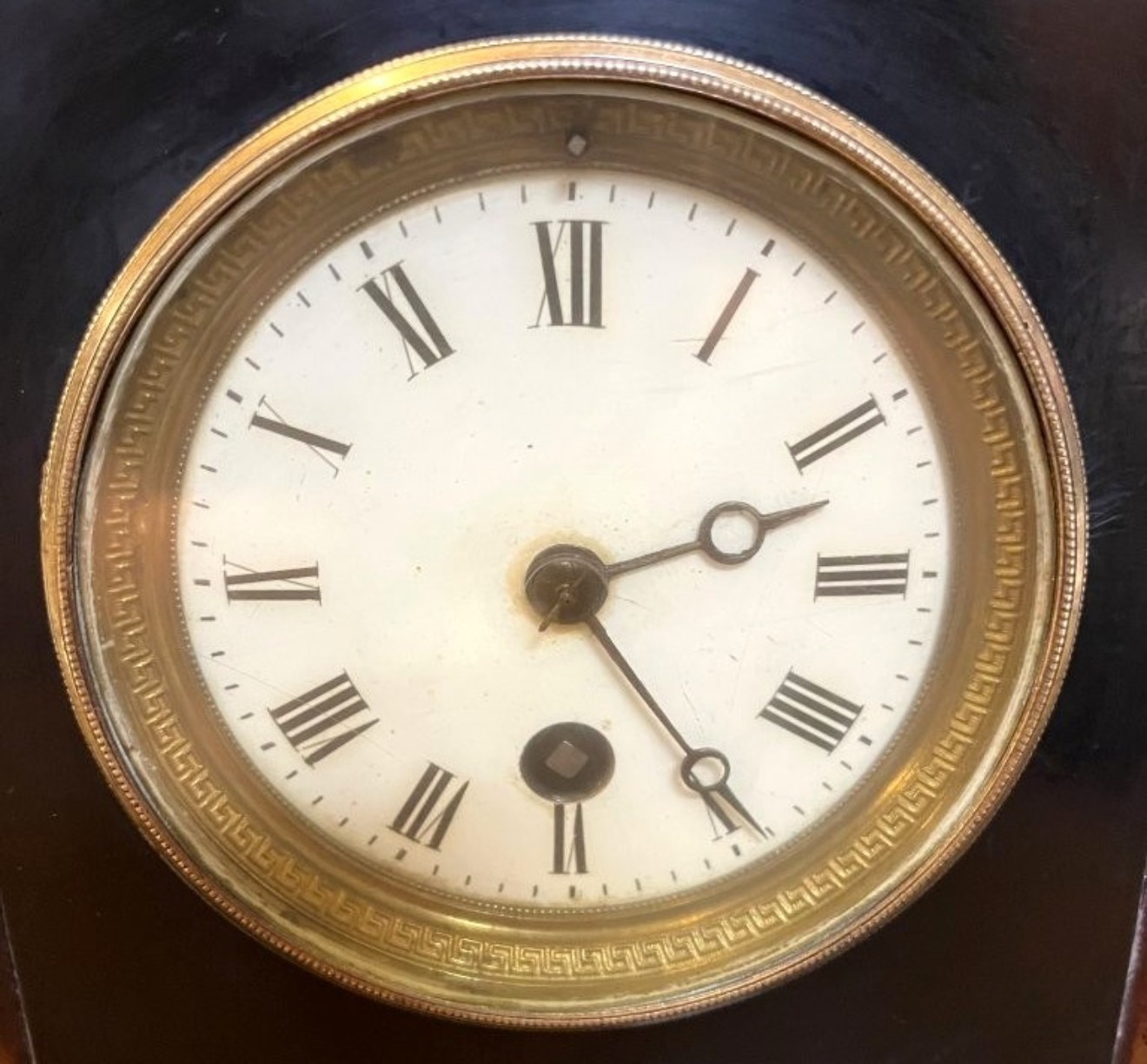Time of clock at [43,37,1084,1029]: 2:24
